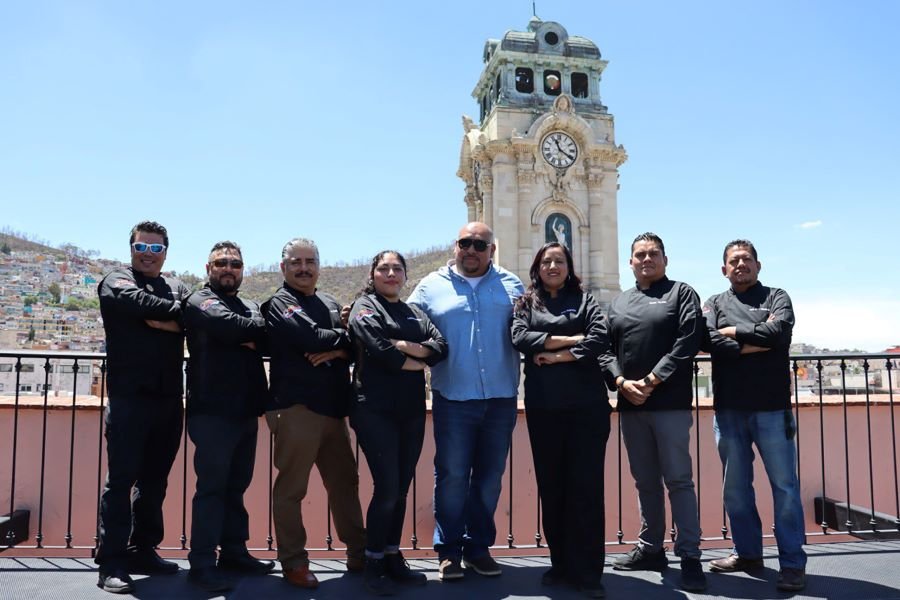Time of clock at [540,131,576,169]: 11:20
